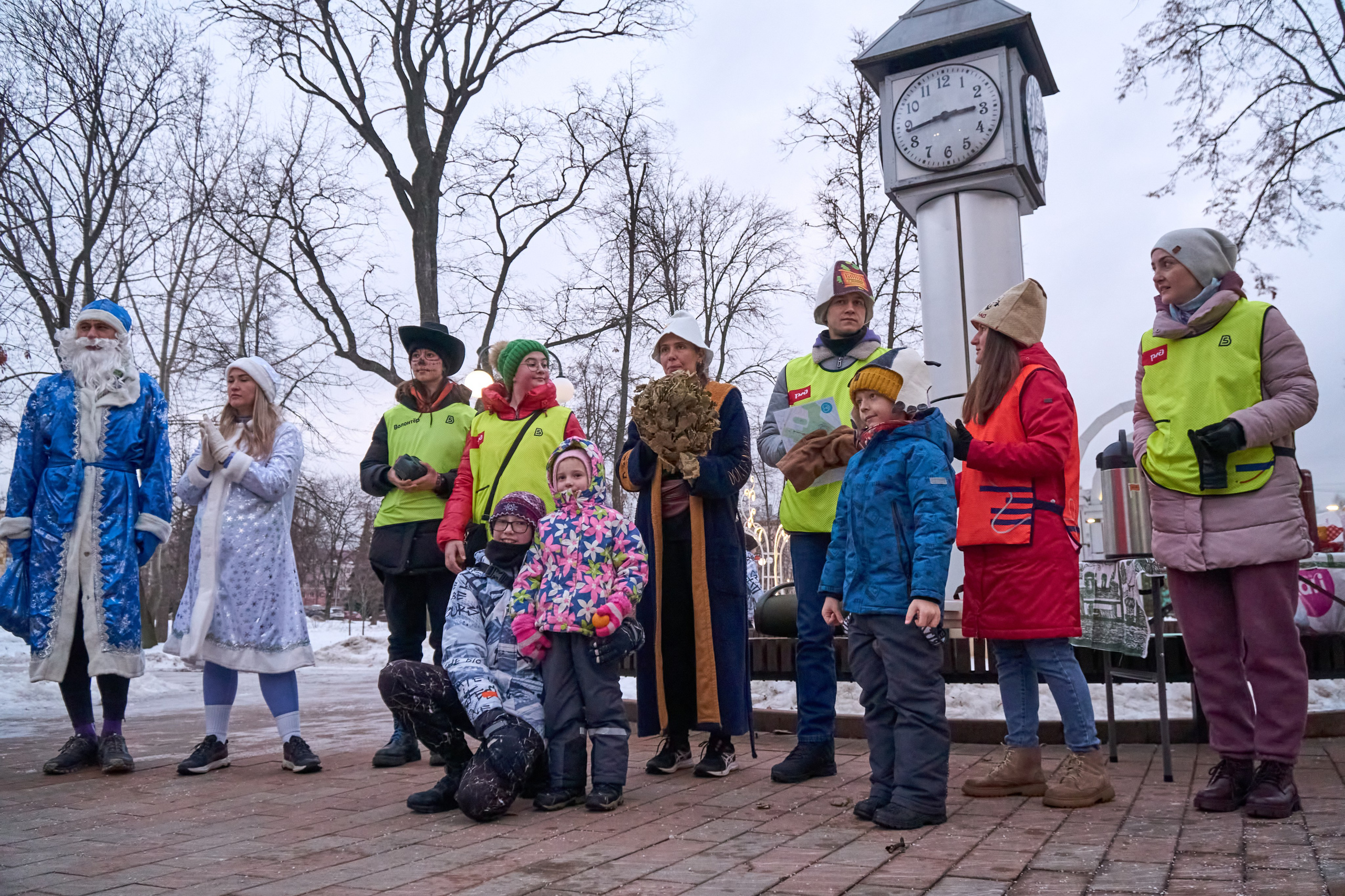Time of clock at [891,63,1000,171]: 2:43
